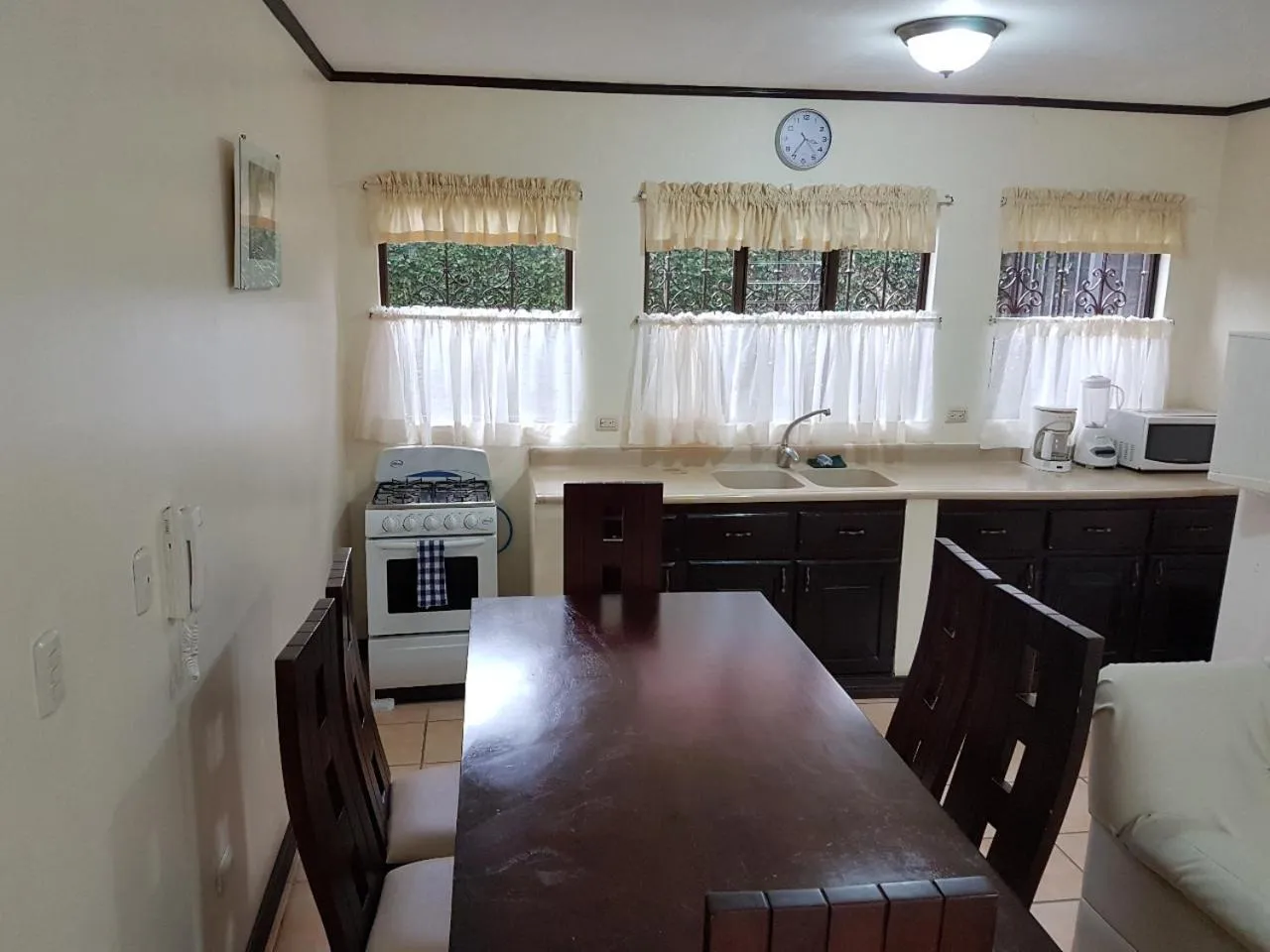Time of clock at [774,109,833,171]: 3:36
